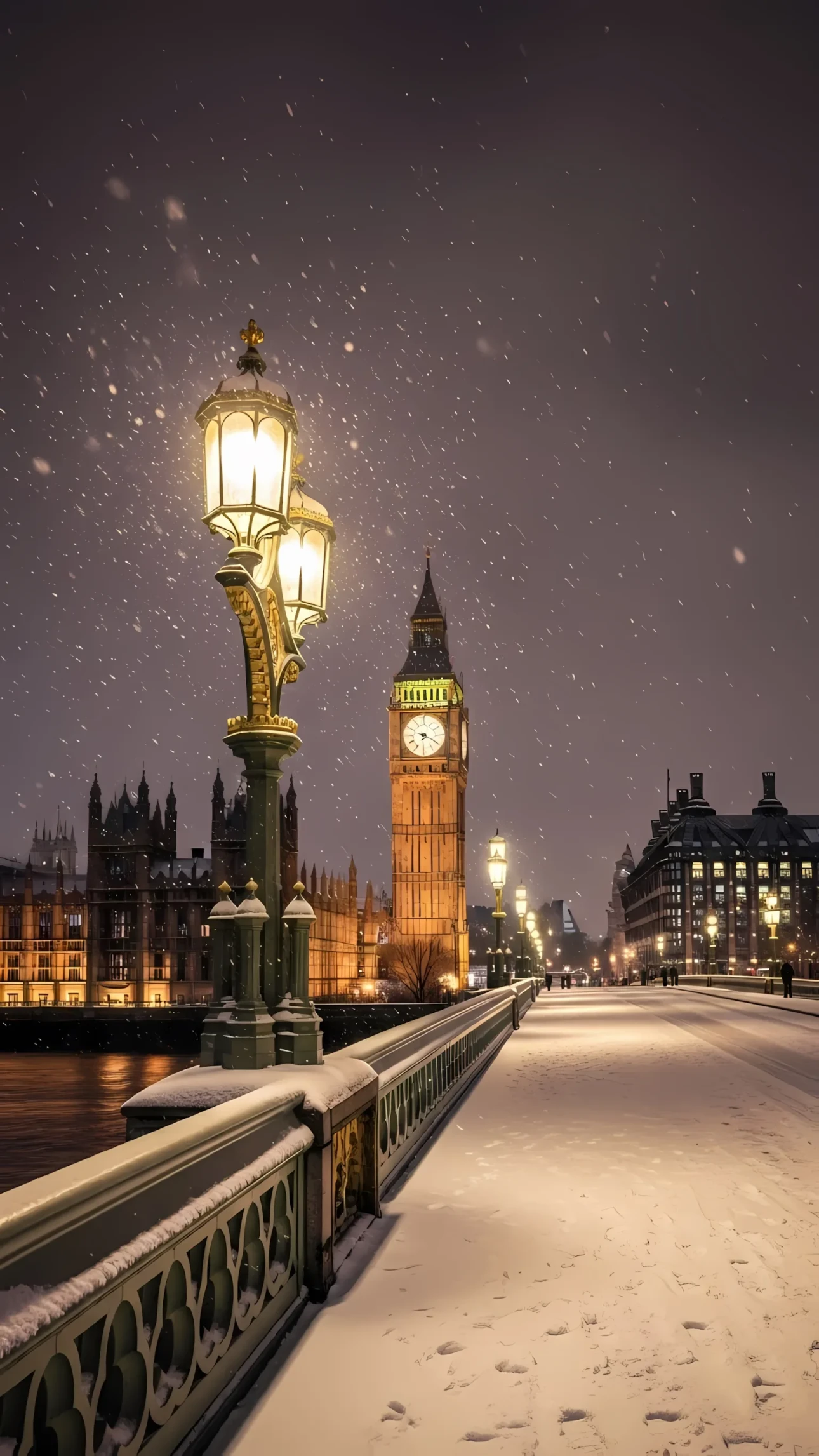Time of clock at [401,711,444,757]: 9:20
